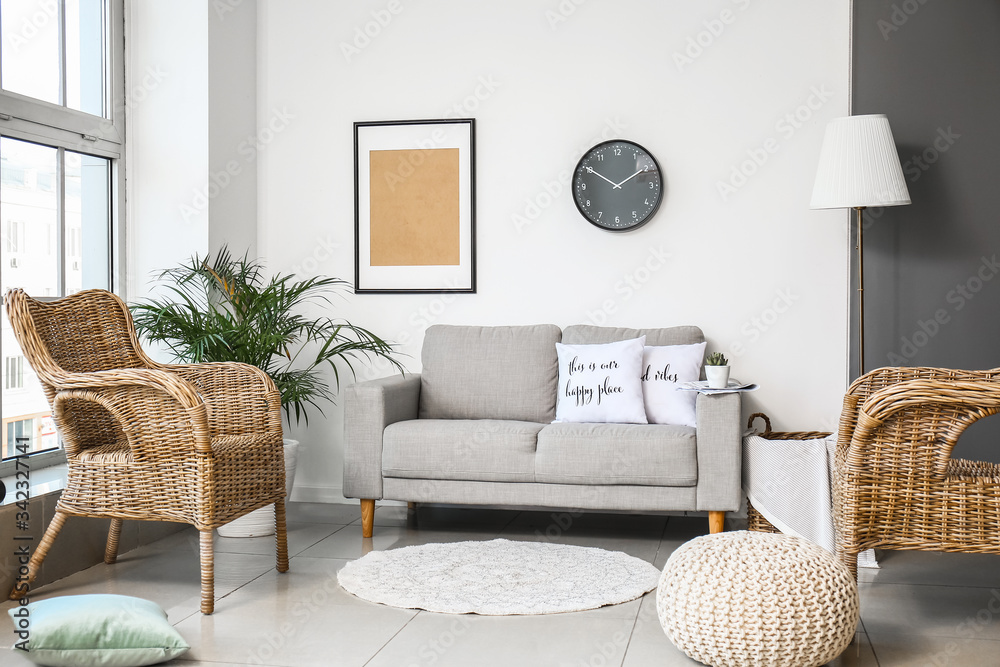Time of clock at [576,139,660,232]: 1:50
